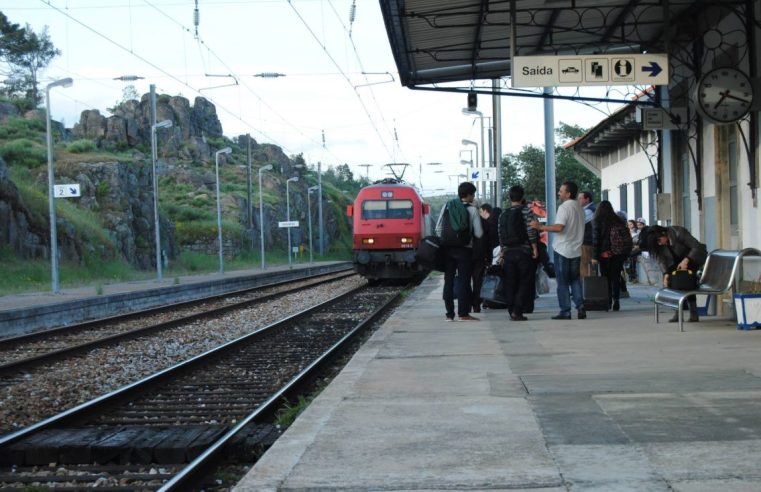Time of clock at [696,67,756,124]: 7:18
